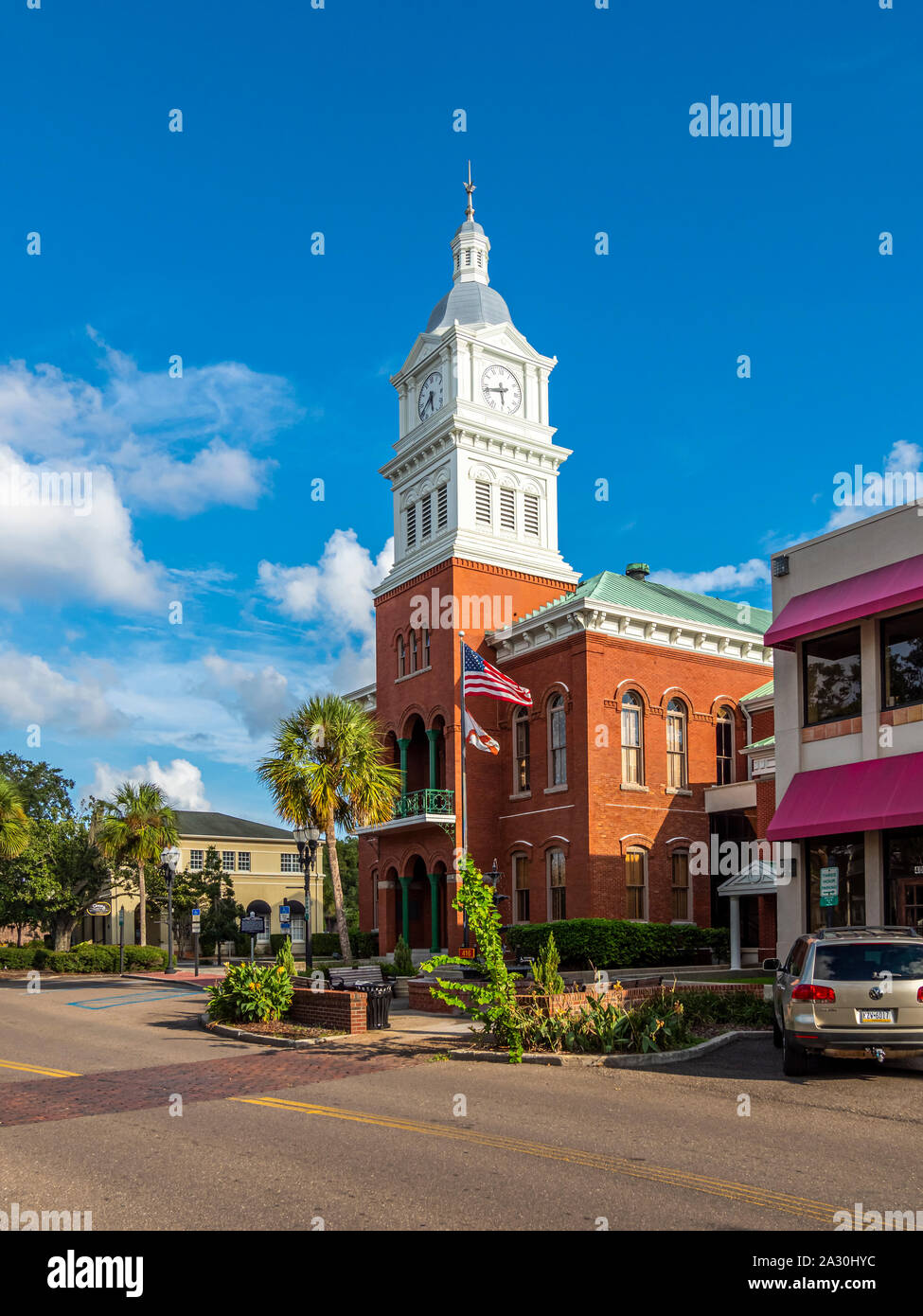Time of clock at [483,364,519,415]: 5:42
